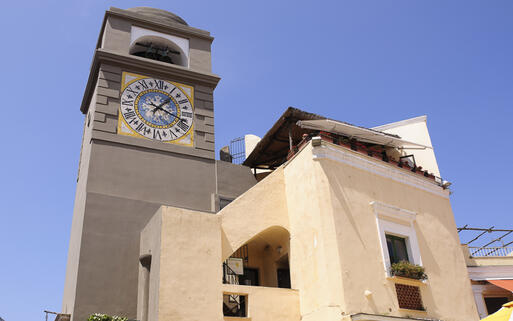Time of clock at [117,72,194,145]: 1:18
